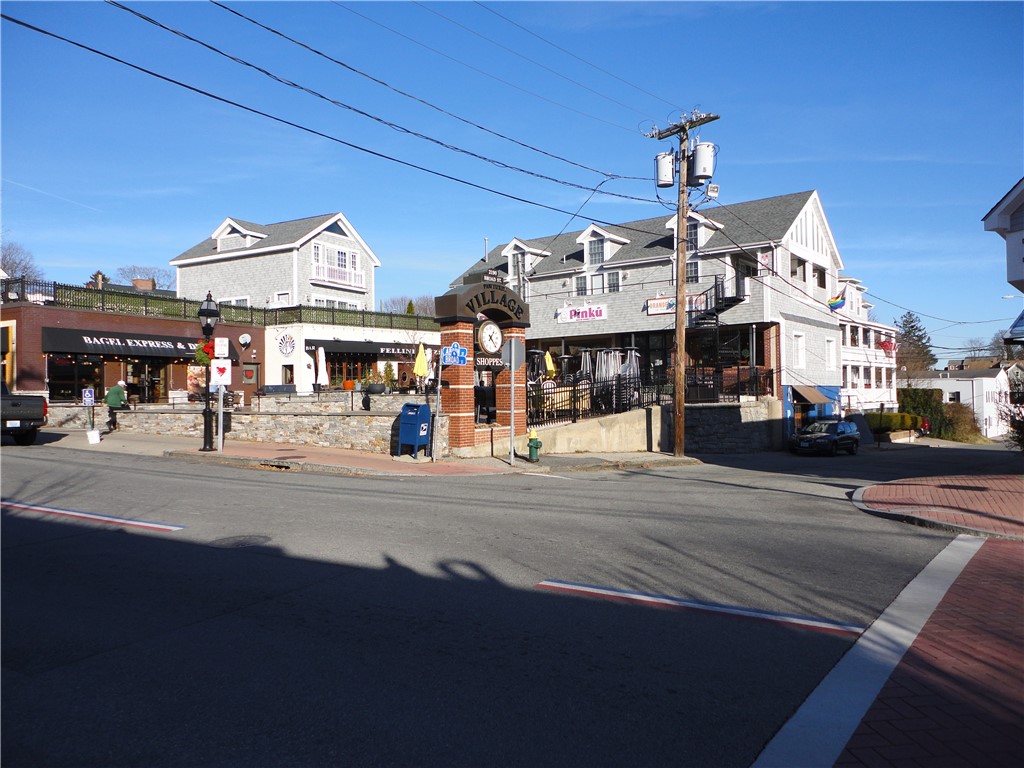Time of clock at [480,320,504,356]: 1:22
